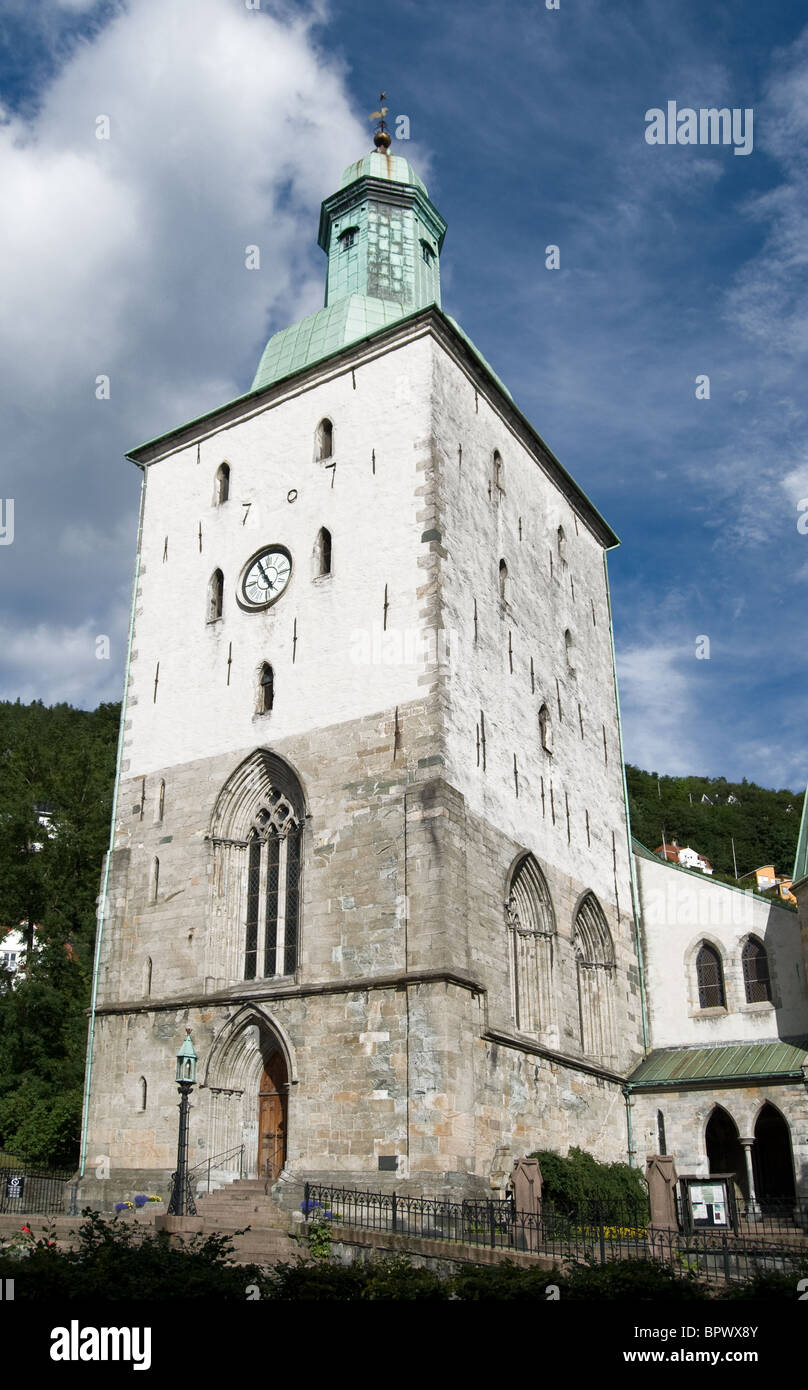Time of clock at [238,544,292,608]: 4:55
